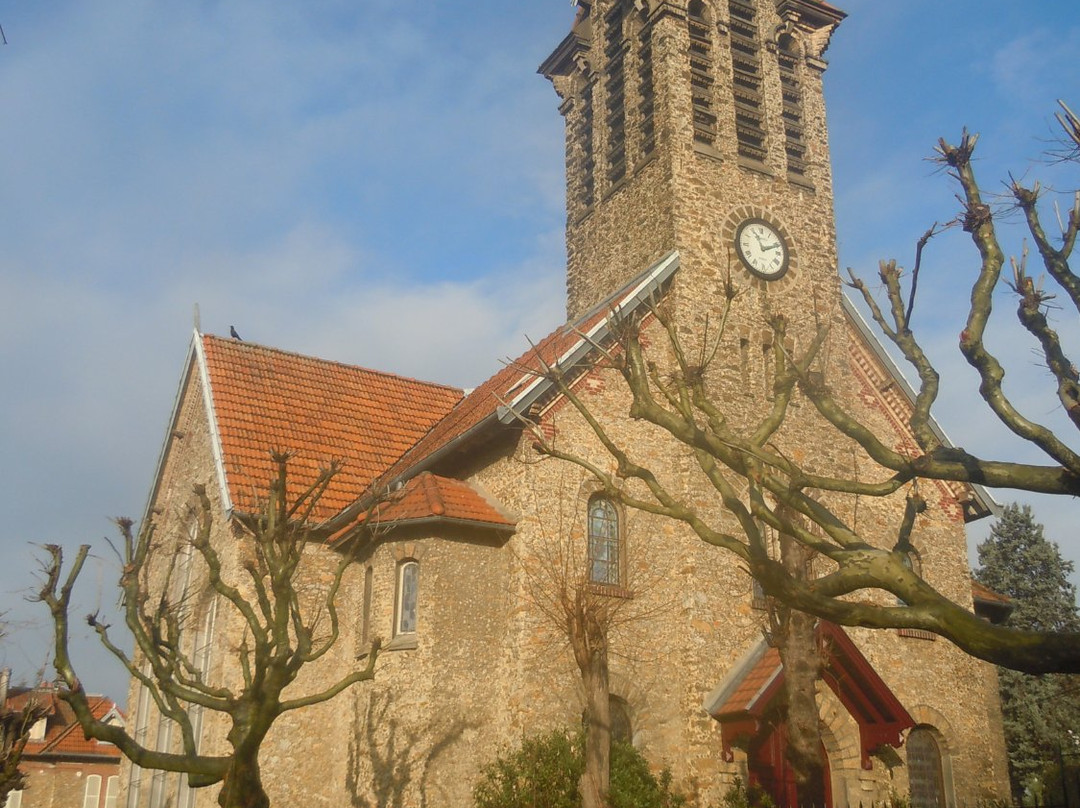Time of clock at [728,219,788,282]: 11:11
